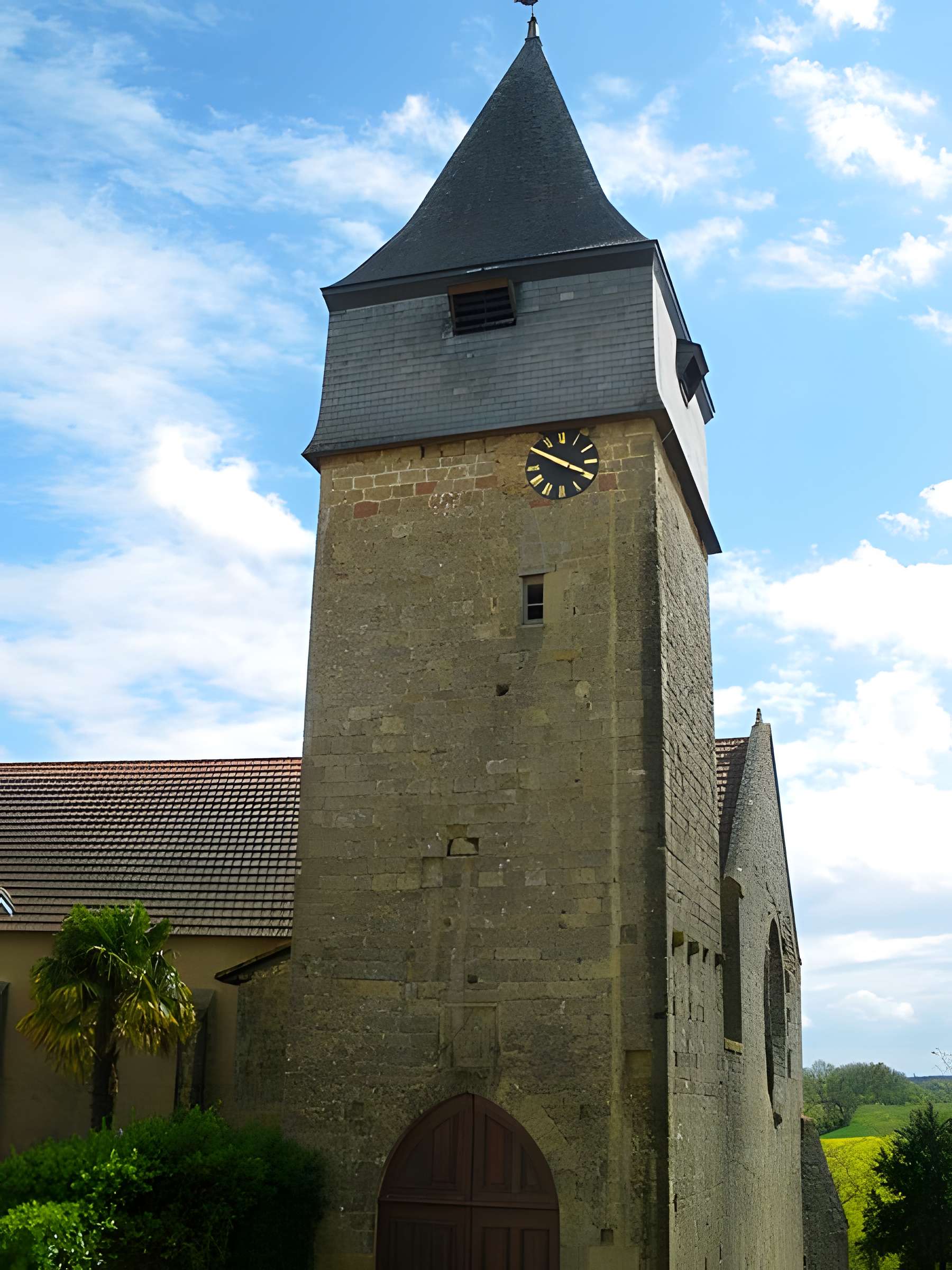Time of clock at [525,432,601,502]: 3:50
